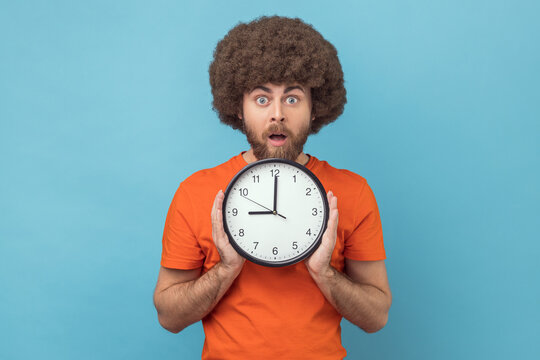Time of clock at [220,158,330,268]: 9:00
